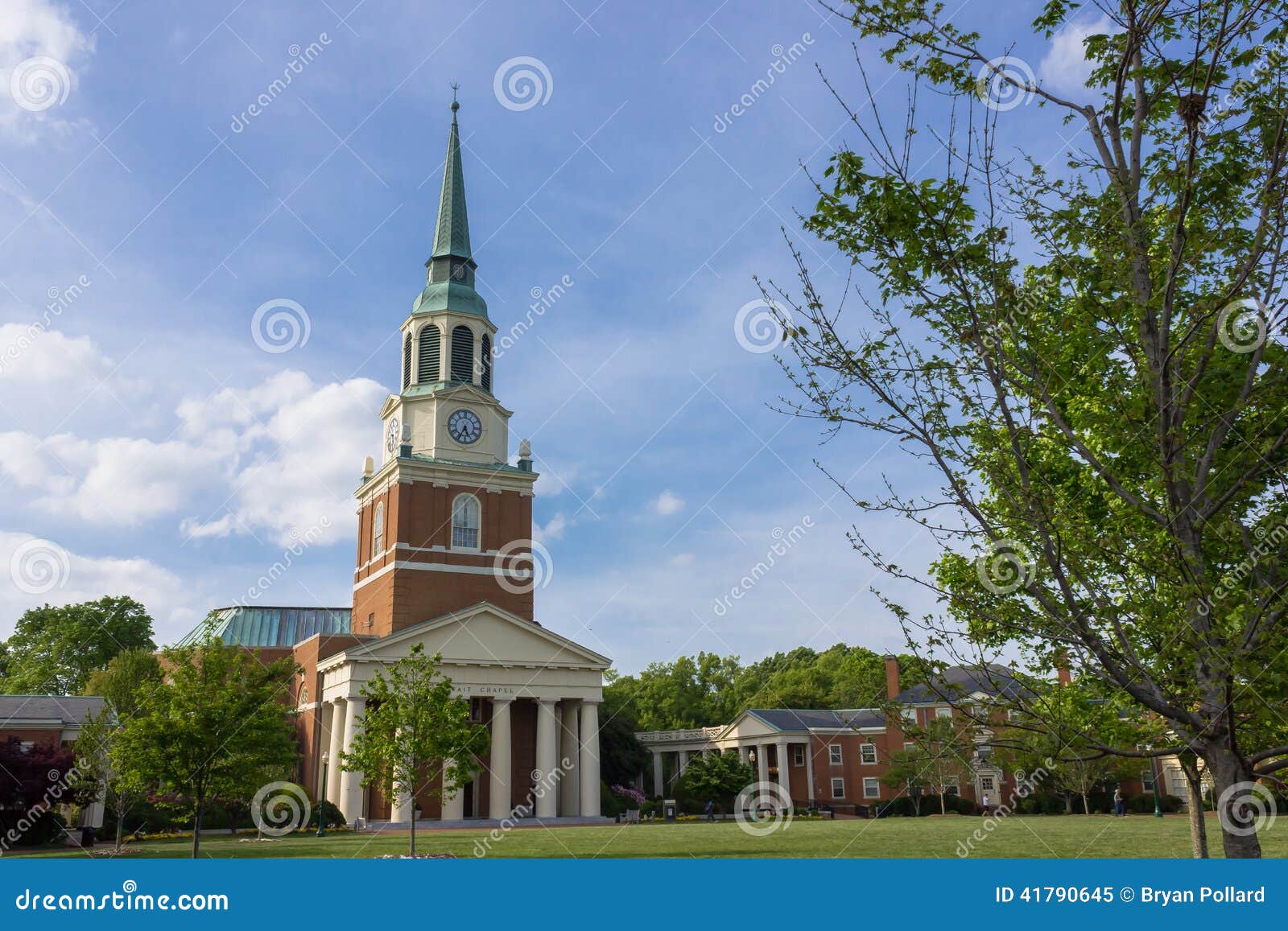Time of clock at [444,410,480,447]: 5:34
